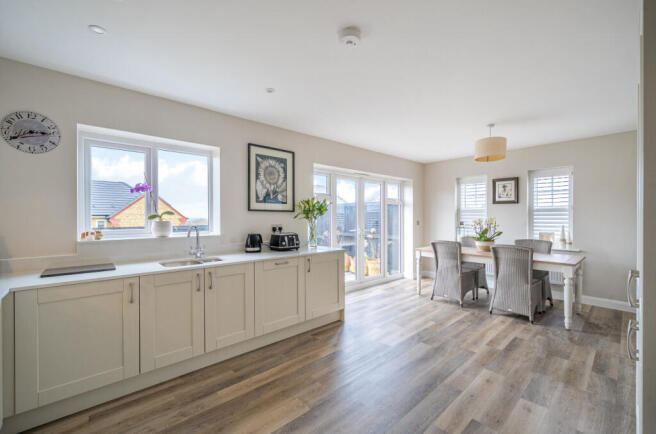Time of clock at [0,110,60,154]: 2:40
